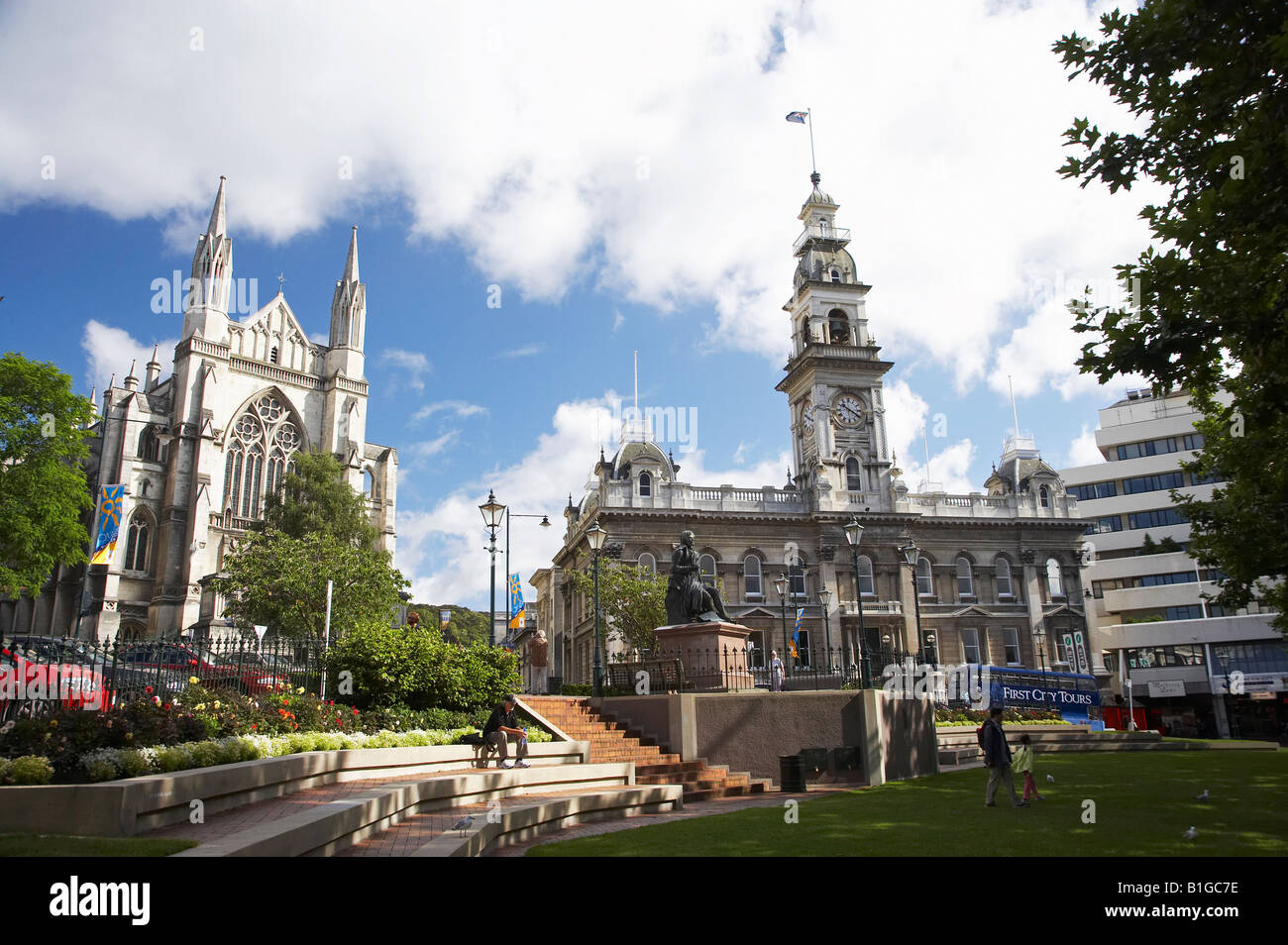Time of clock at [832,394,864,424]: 10:20
